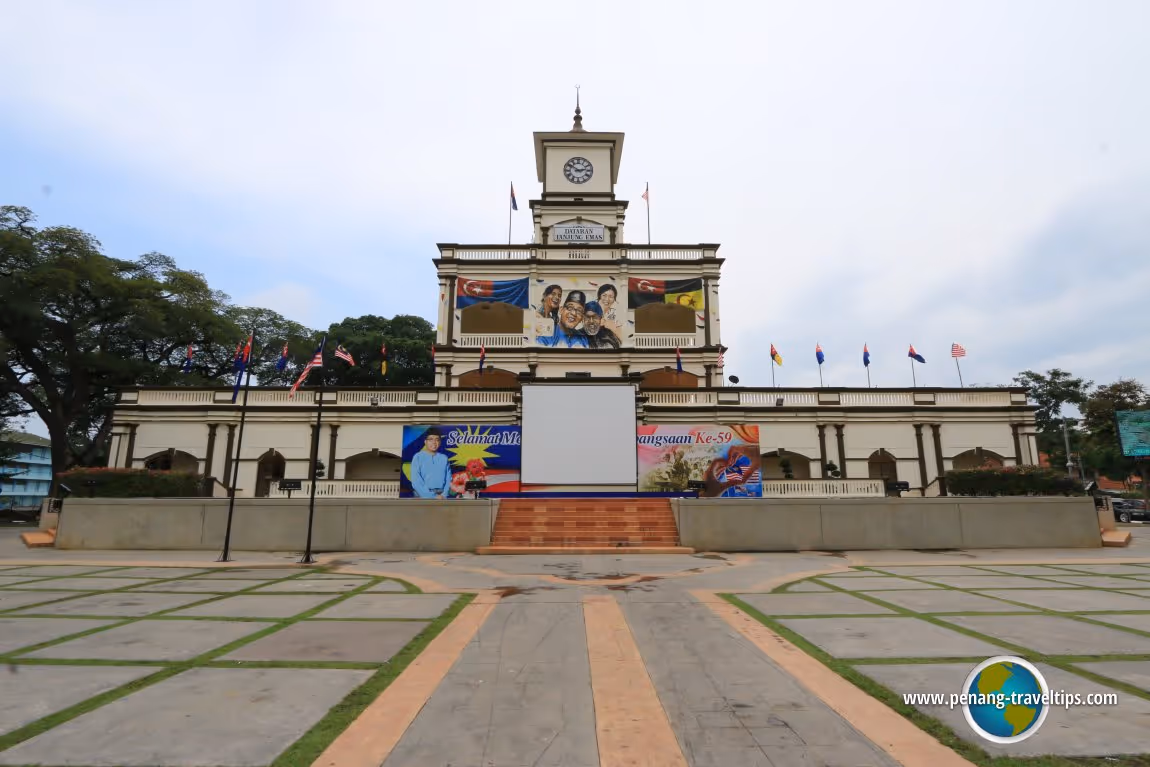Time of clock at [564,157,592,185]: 2:50
